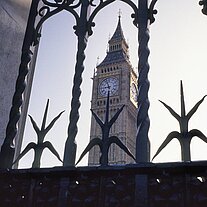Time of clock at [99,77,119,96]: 8:56
